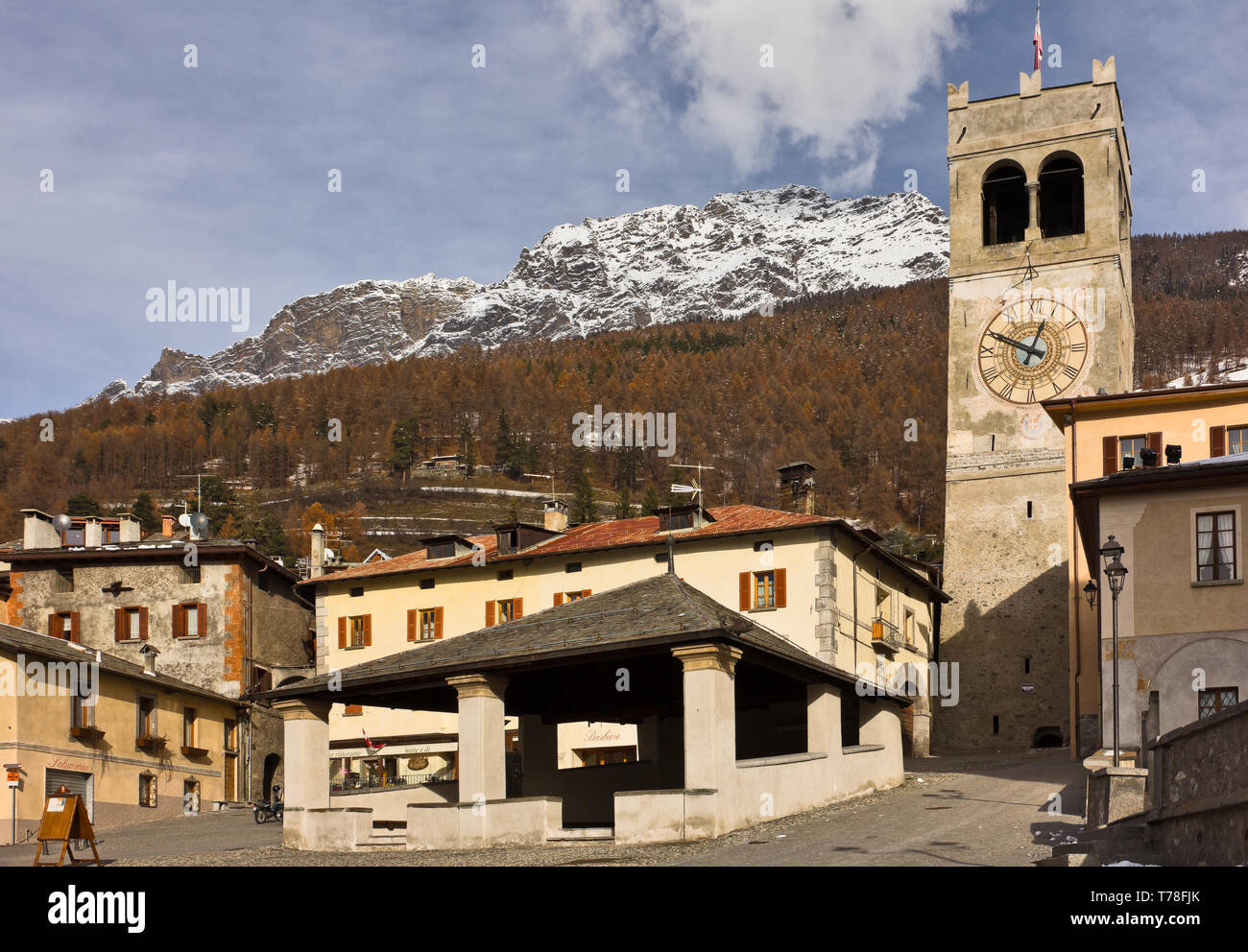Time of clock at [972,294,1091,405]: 12:49
